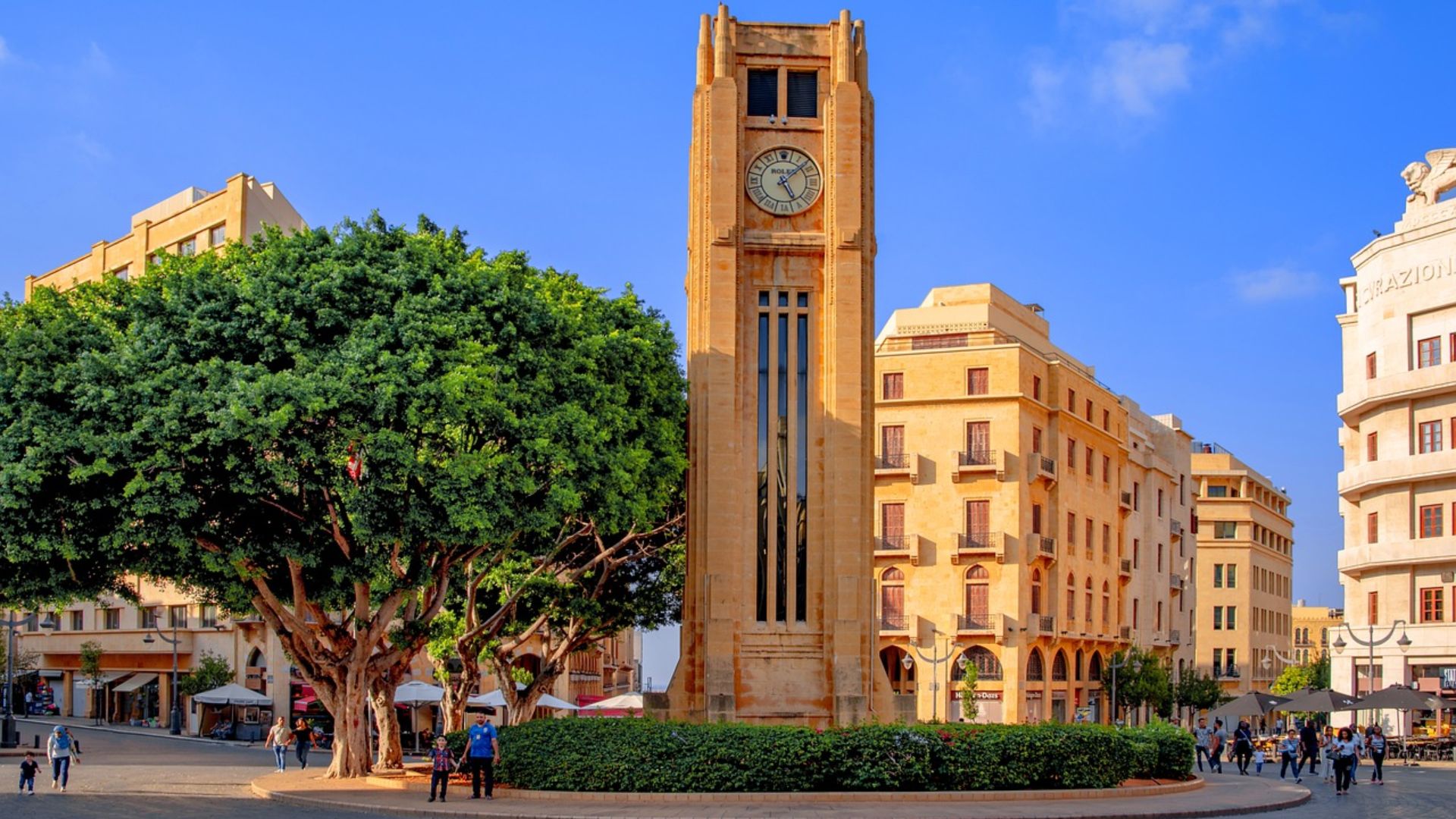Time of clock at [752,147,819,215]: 5:08
